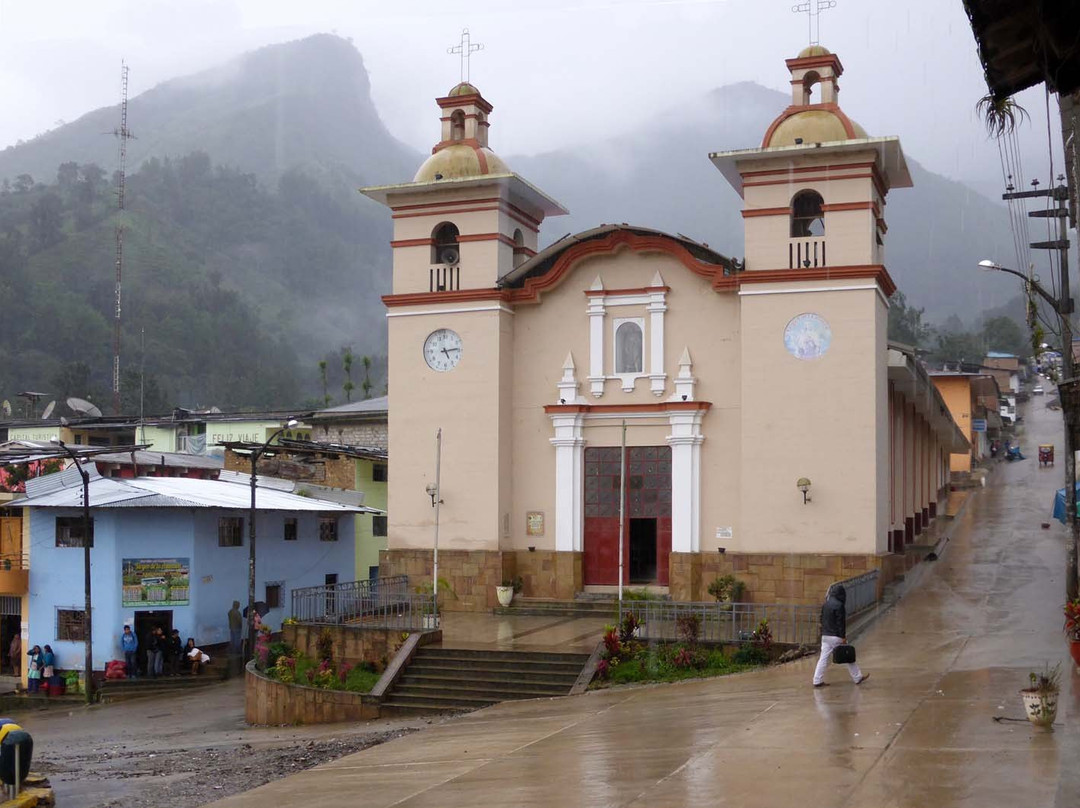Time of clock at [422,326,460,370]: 5:13
